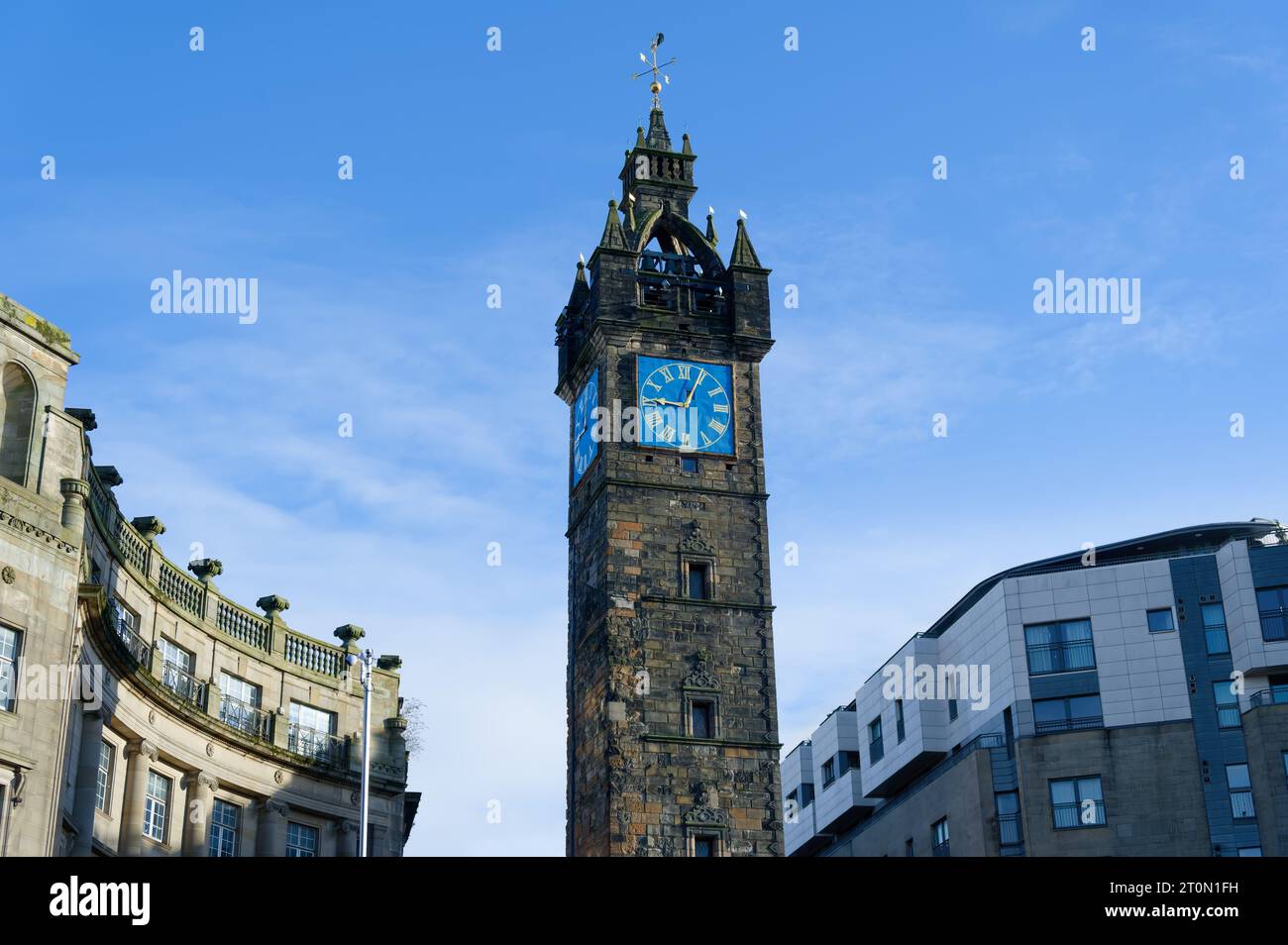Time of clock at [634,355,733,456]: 9:04
